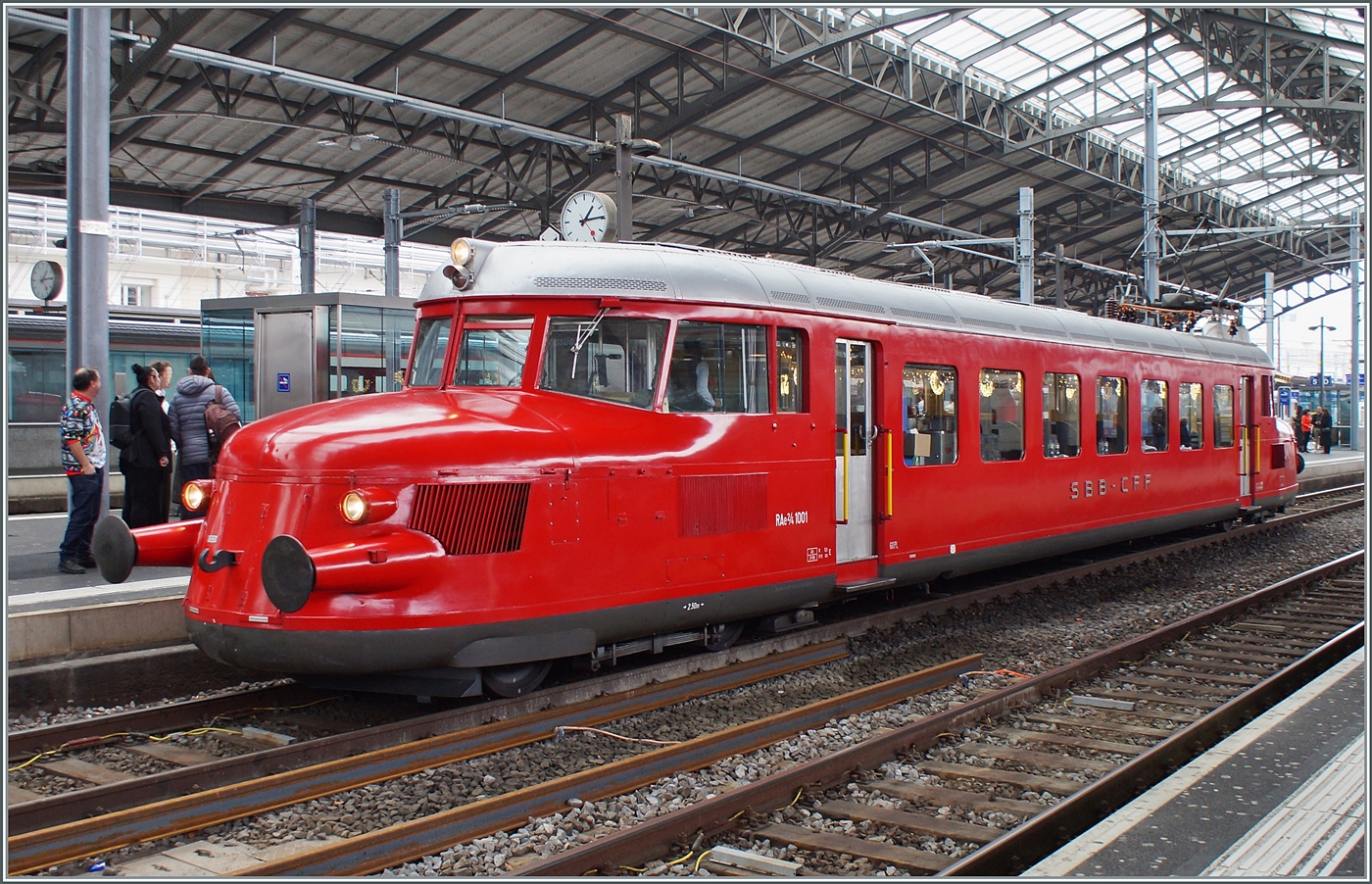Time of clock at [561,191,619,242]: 1:14
